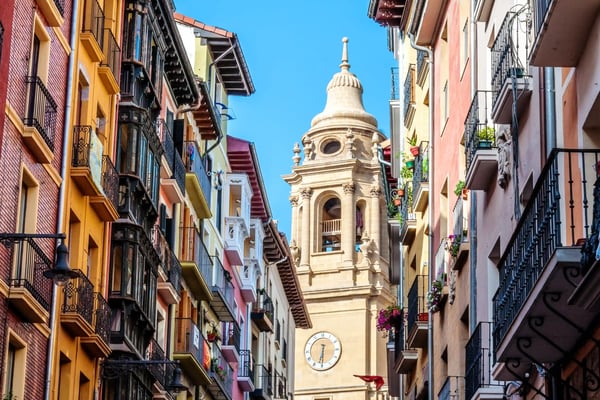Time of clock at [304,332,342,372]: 6:30
